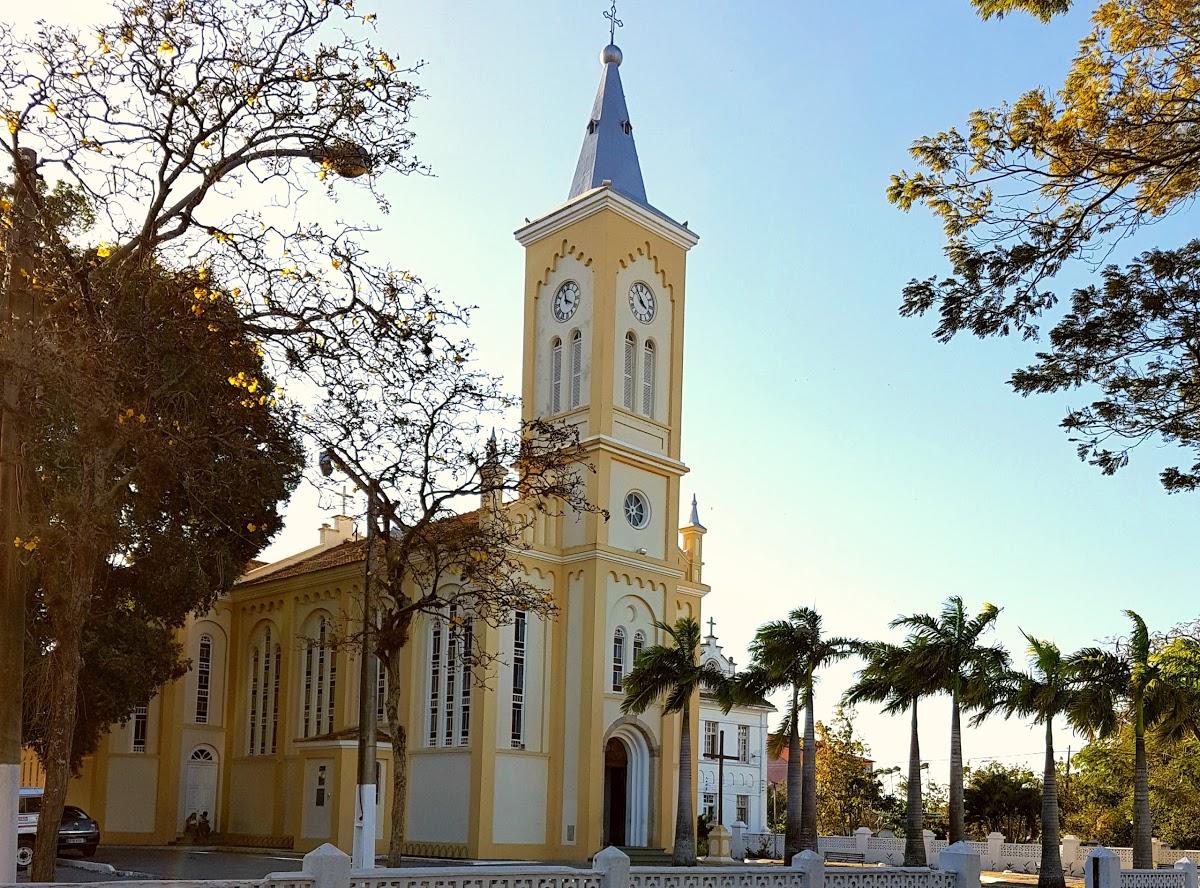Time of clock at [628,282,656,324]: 3:54
